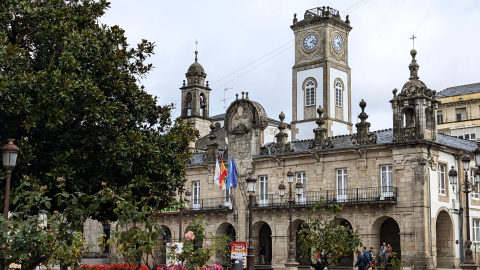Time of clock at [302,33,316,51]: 2:18
